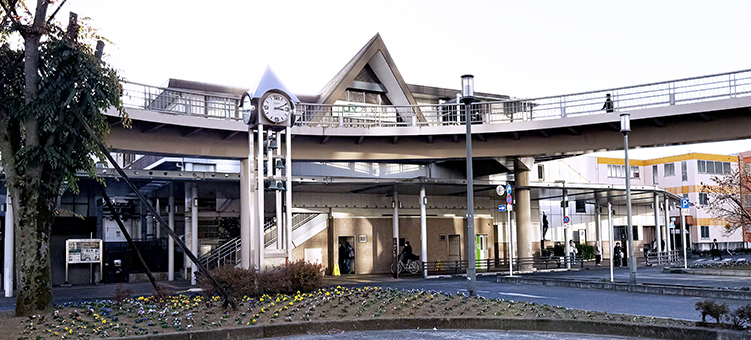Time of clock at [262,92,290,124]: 3:10
